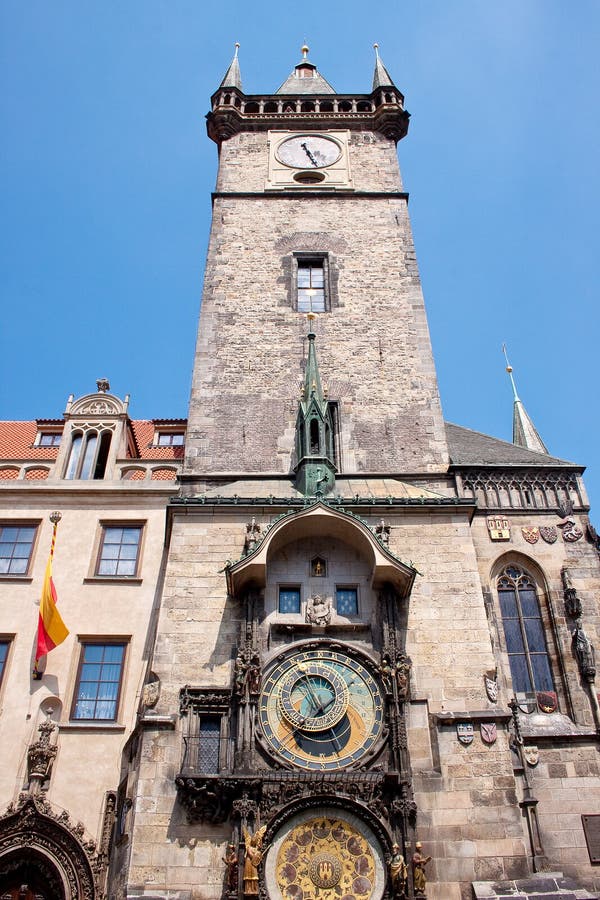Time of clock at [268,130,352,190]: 11:26
